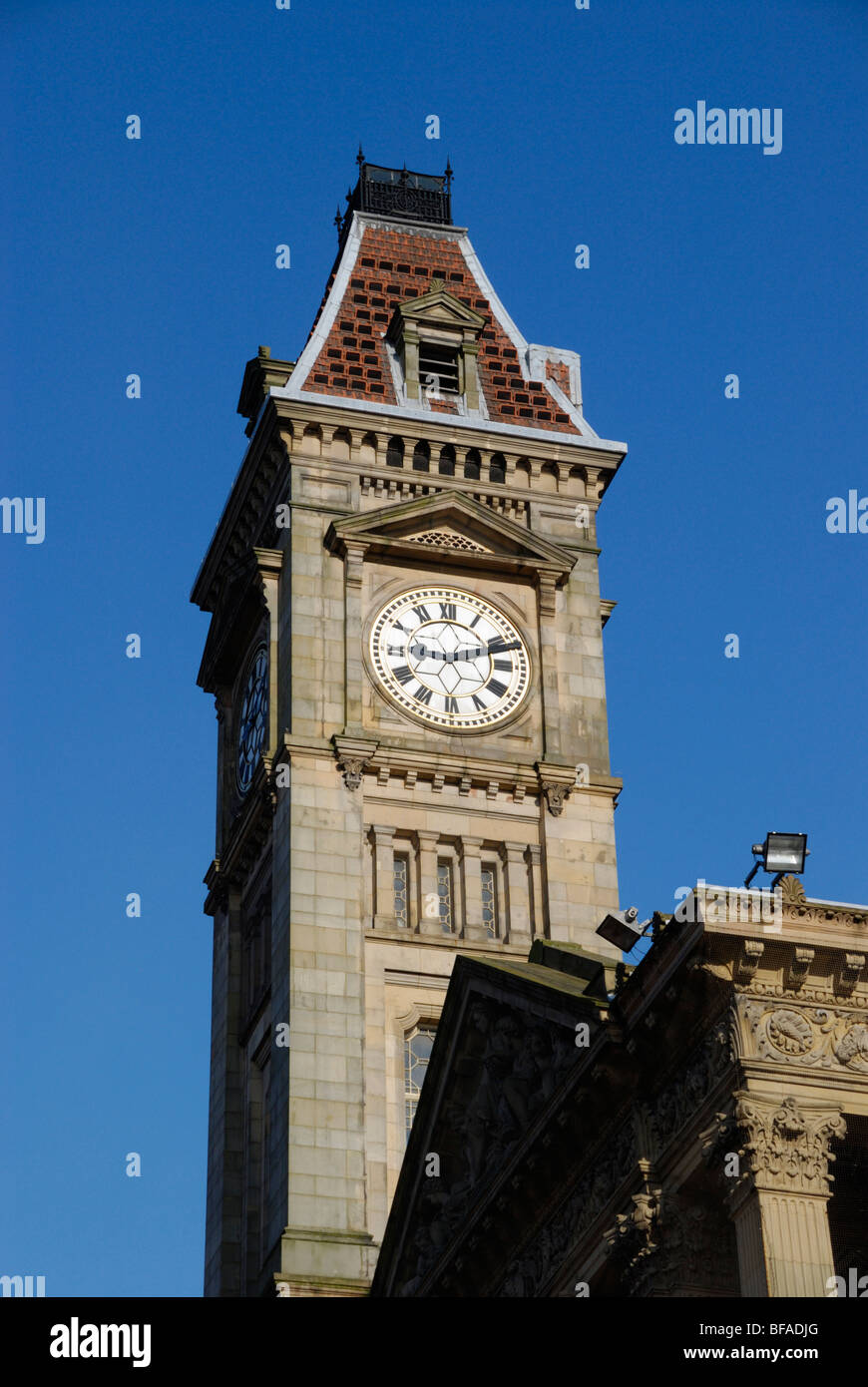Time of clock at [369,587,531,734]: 9:12
